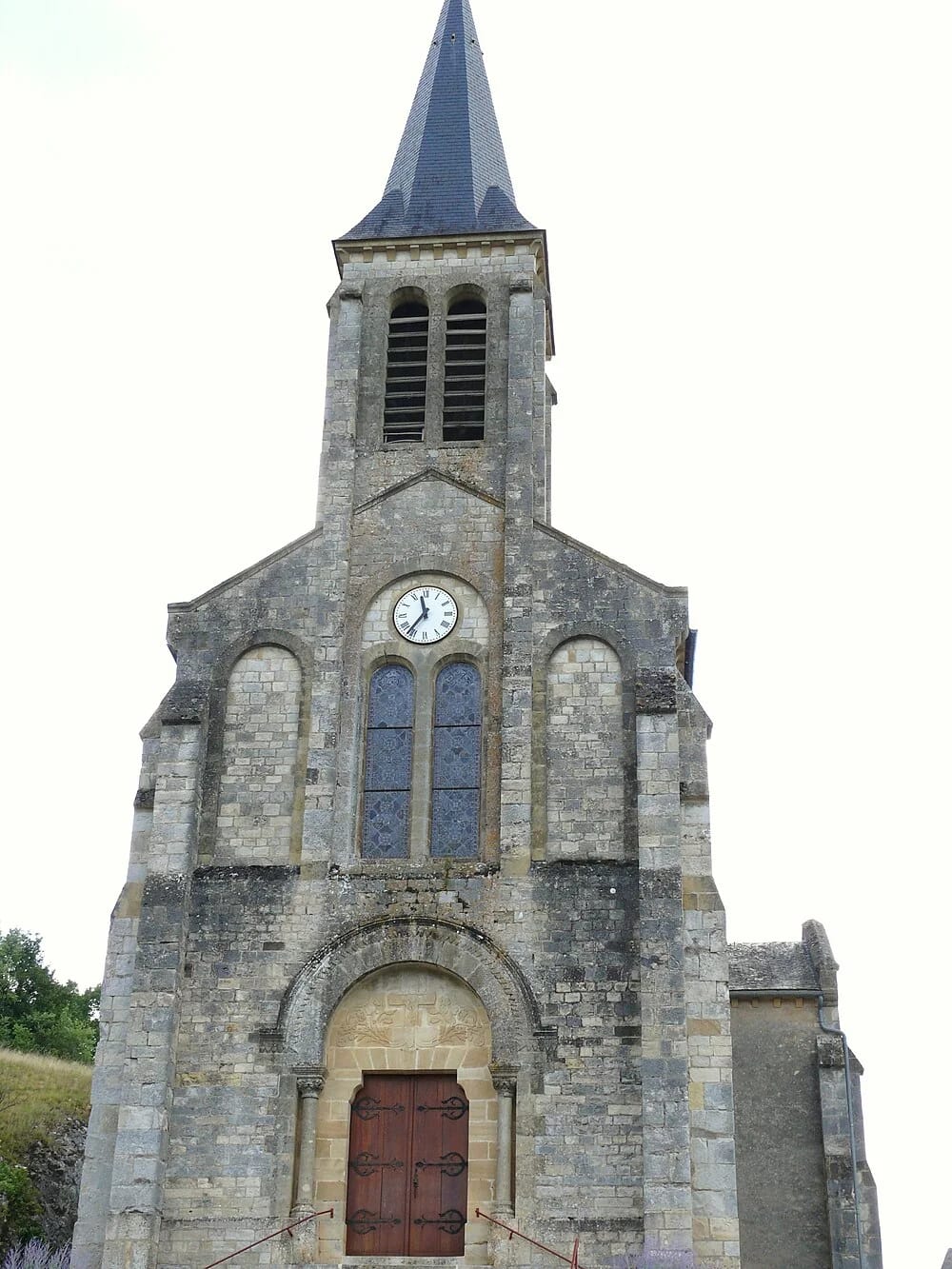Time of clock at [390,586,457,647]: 11:36
